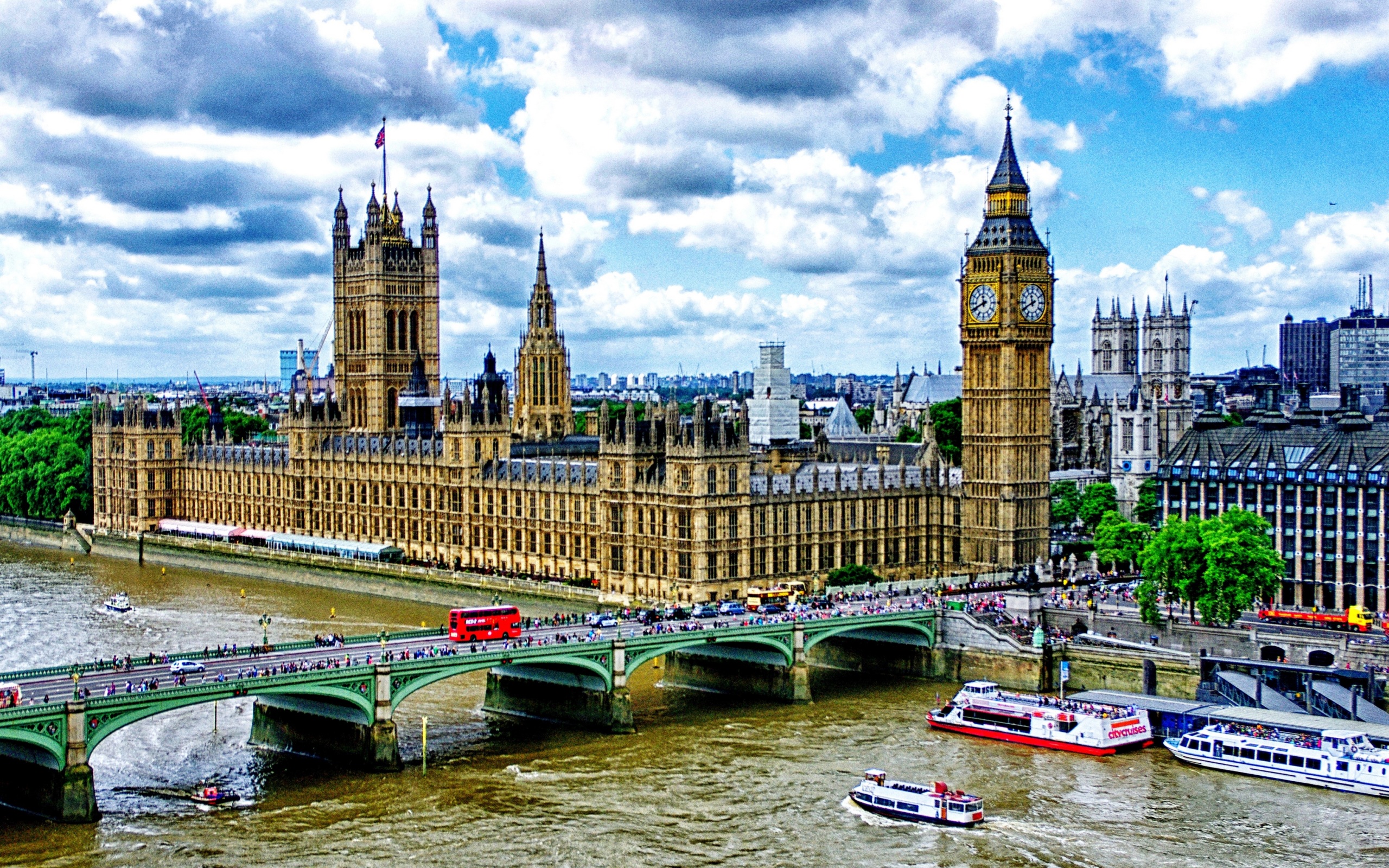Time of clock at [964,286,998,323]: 11:41
